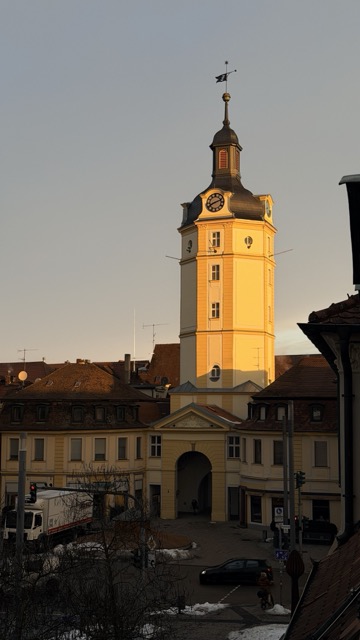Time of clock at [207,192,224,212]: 8:11
